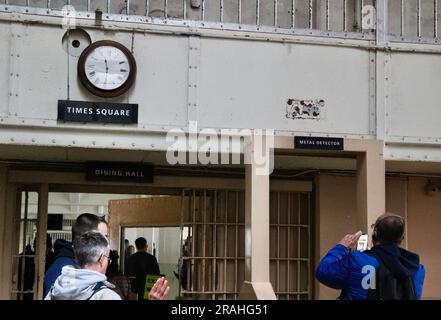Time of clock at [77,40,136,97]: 11:29
